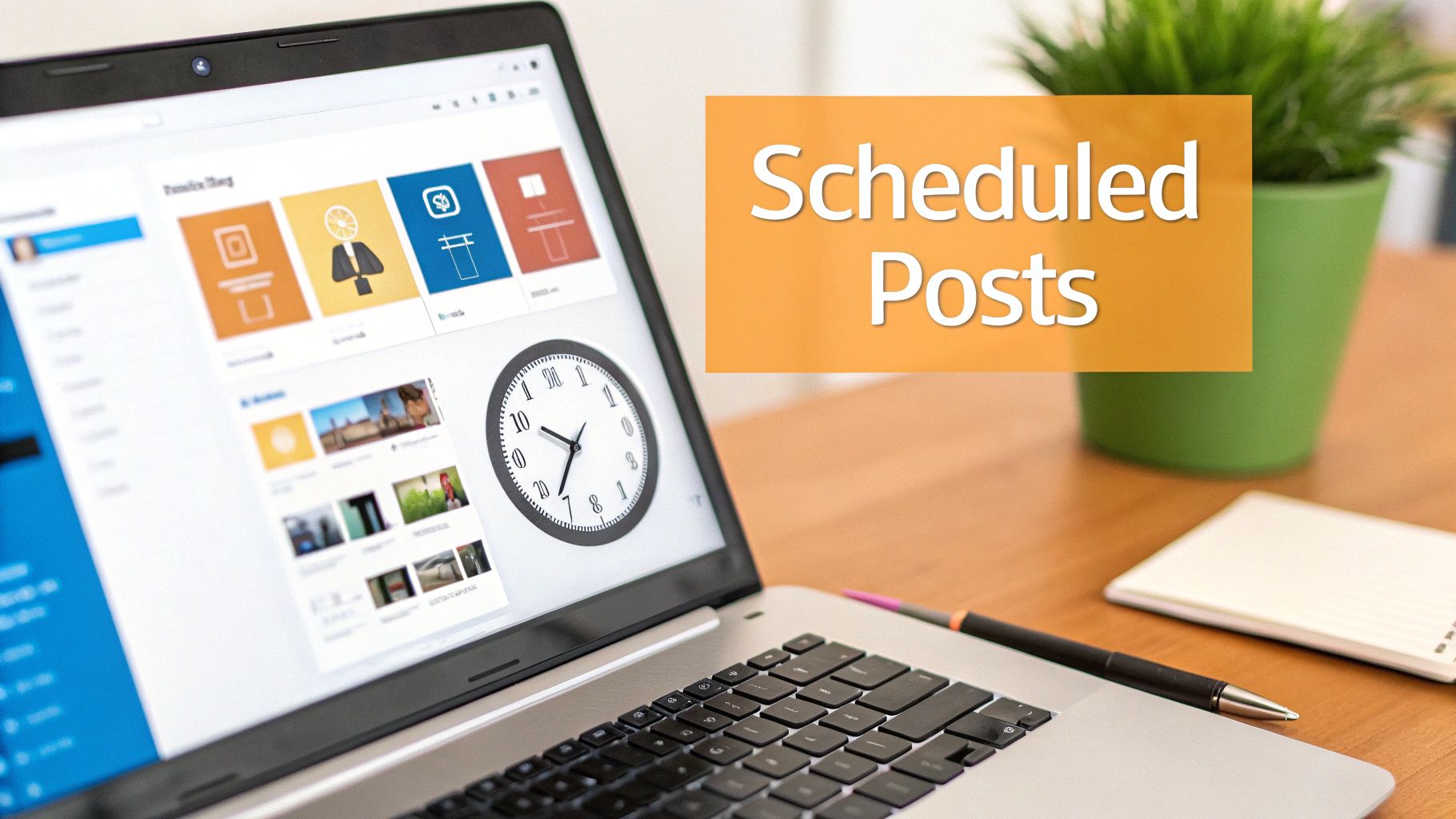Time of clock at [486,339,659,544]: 9:36
